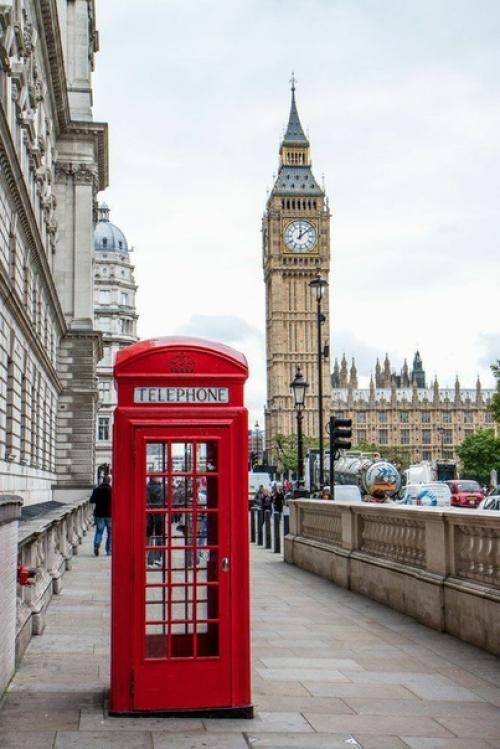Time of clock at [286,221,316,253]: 12:08
